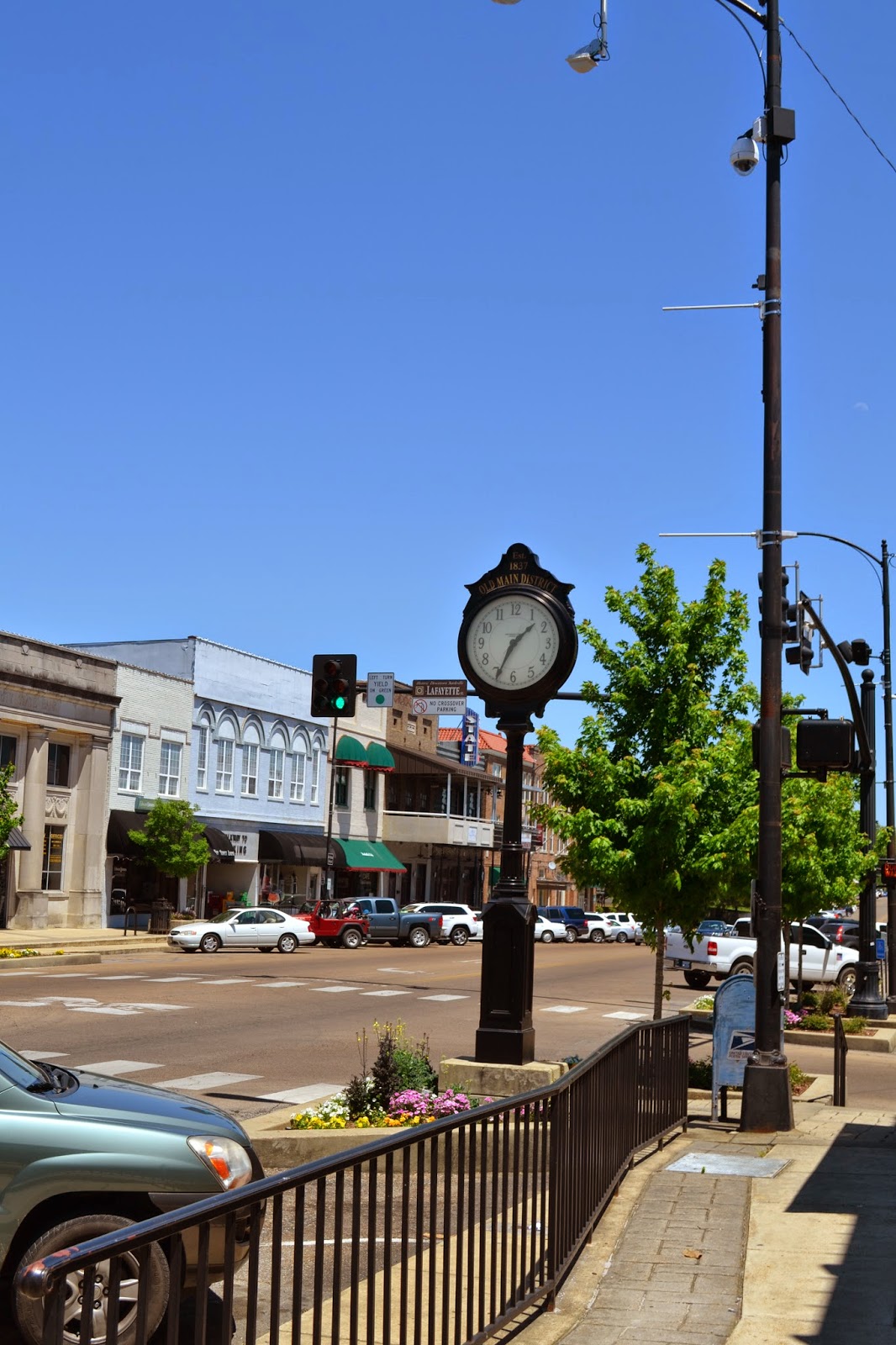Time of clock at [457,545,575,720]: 1:34
